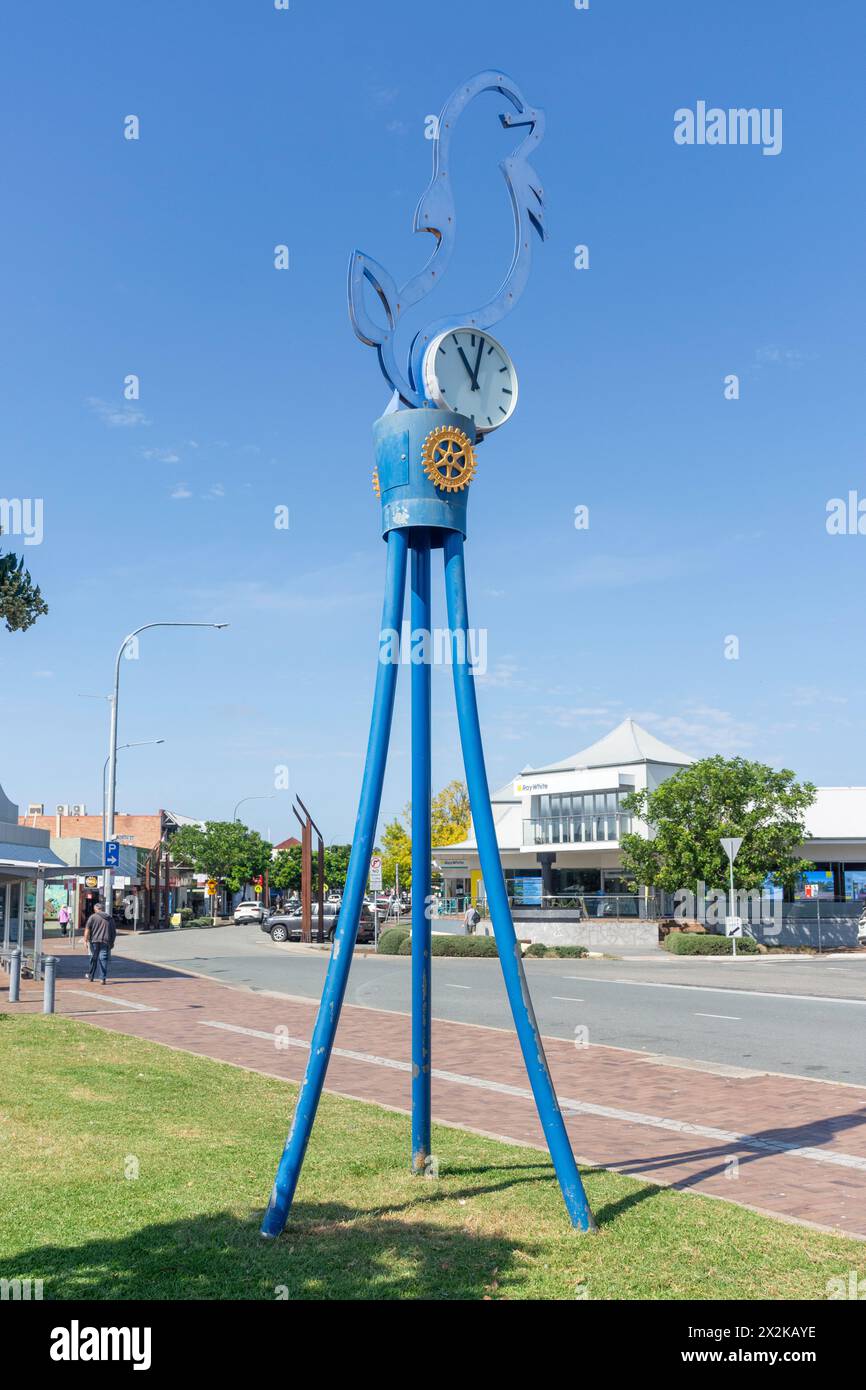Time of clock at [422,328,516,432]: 11:02
